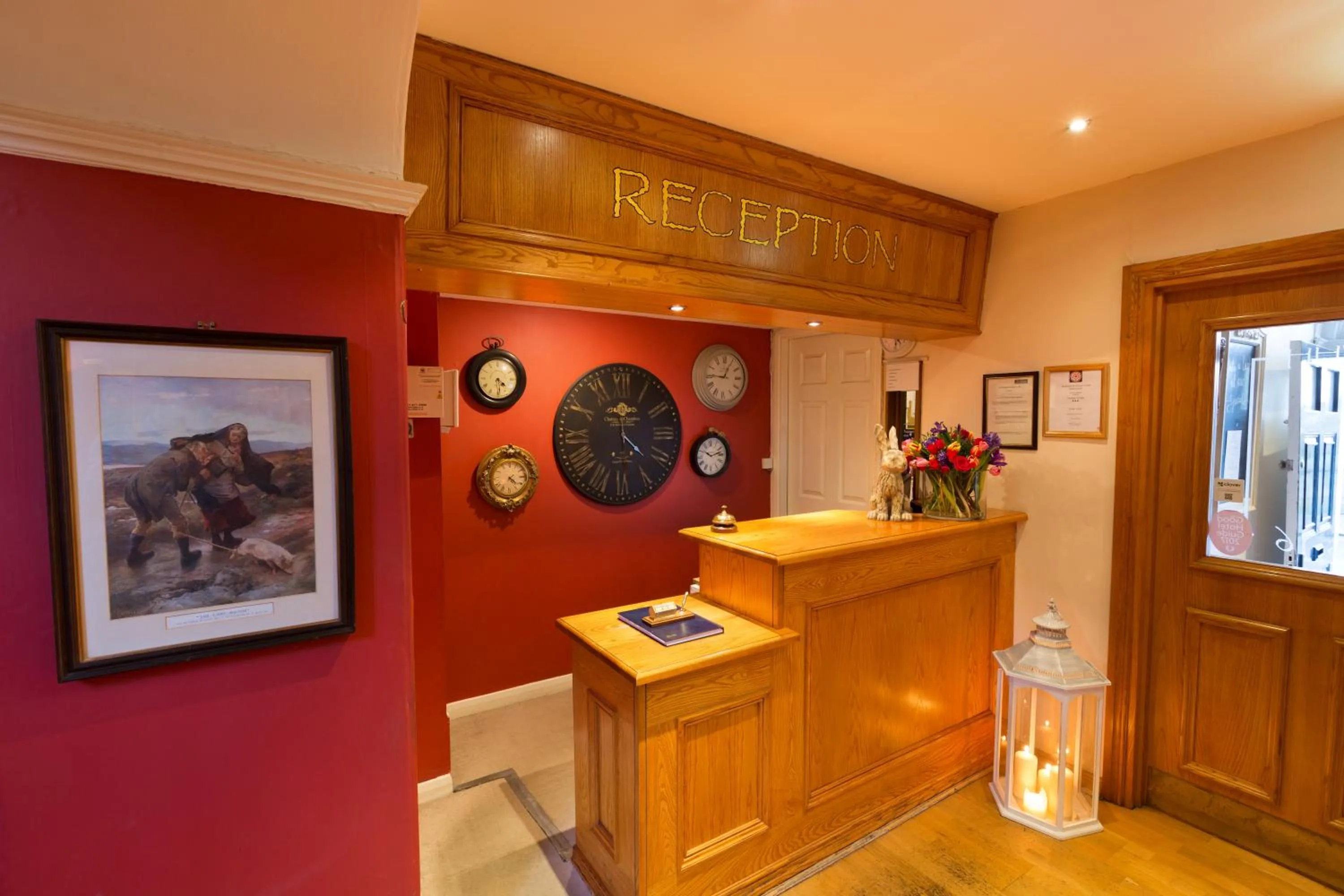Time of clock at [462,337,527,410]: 4:29
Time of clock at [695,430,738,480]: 10:12
